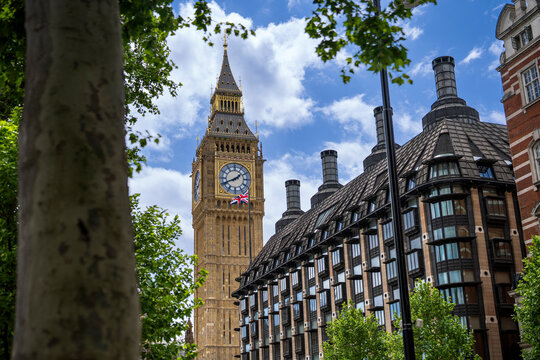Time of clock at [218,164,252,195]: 1:41
